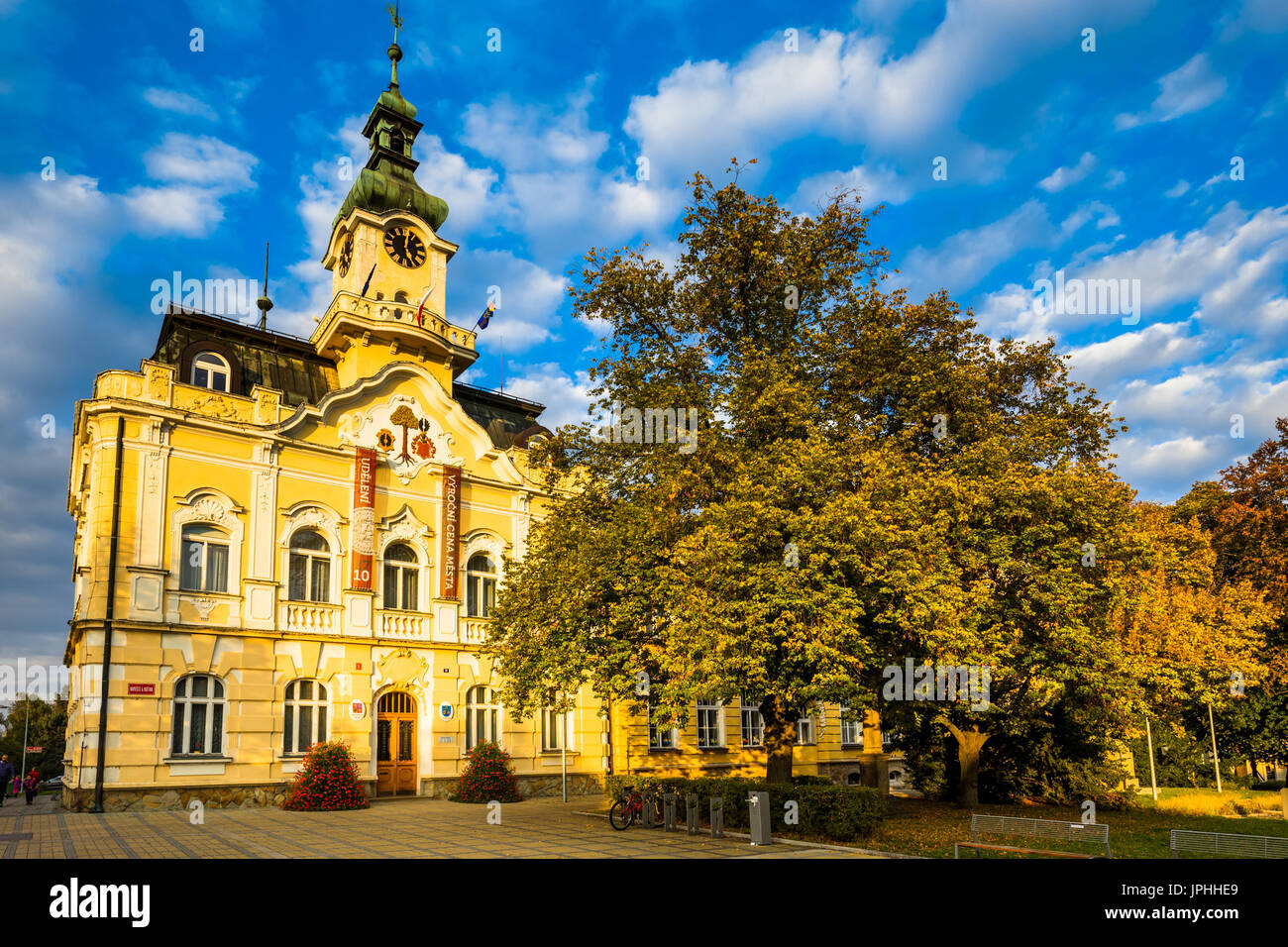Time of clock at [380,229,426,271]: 12:26
